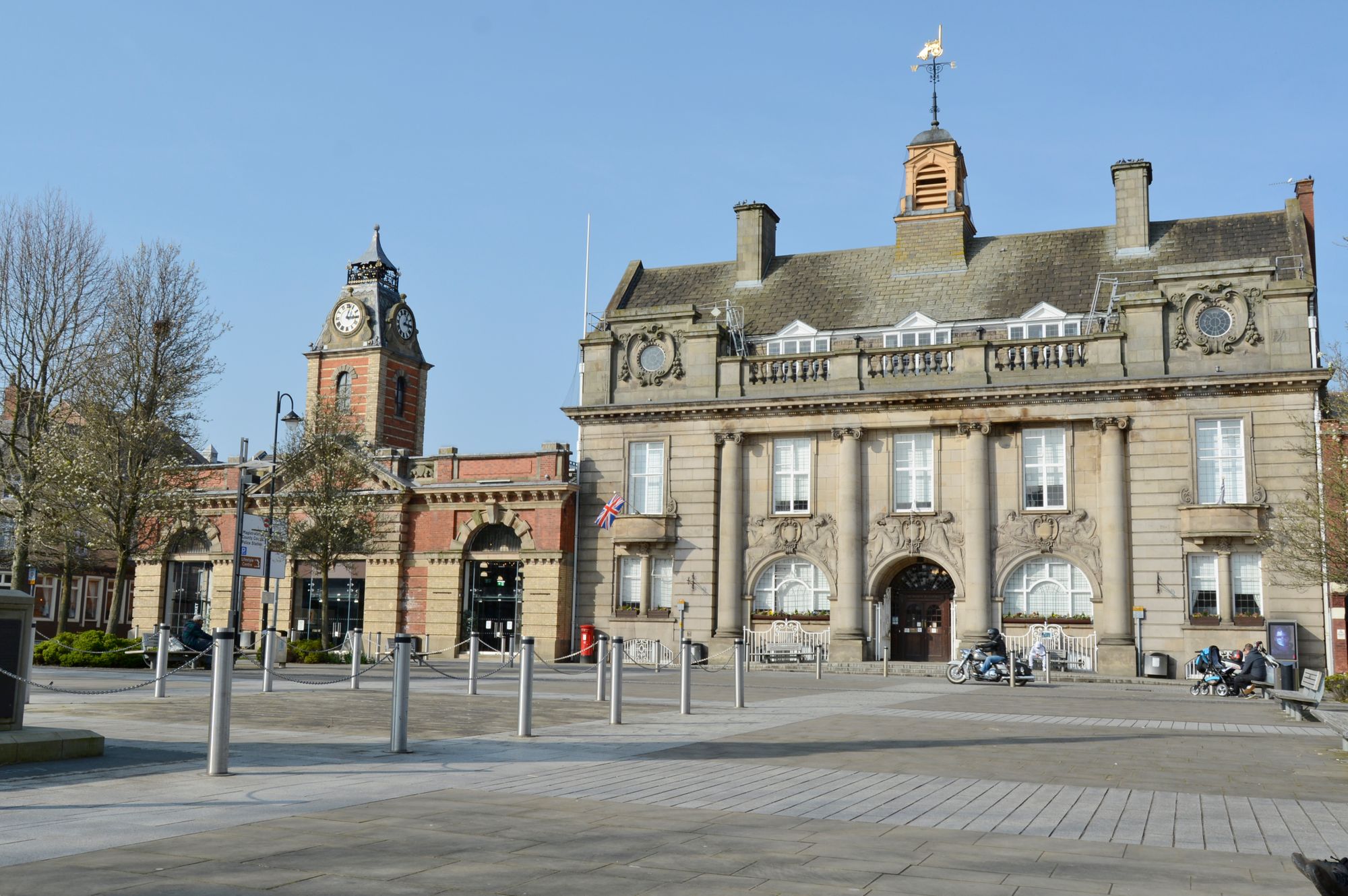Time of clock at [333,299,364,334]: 3:02
